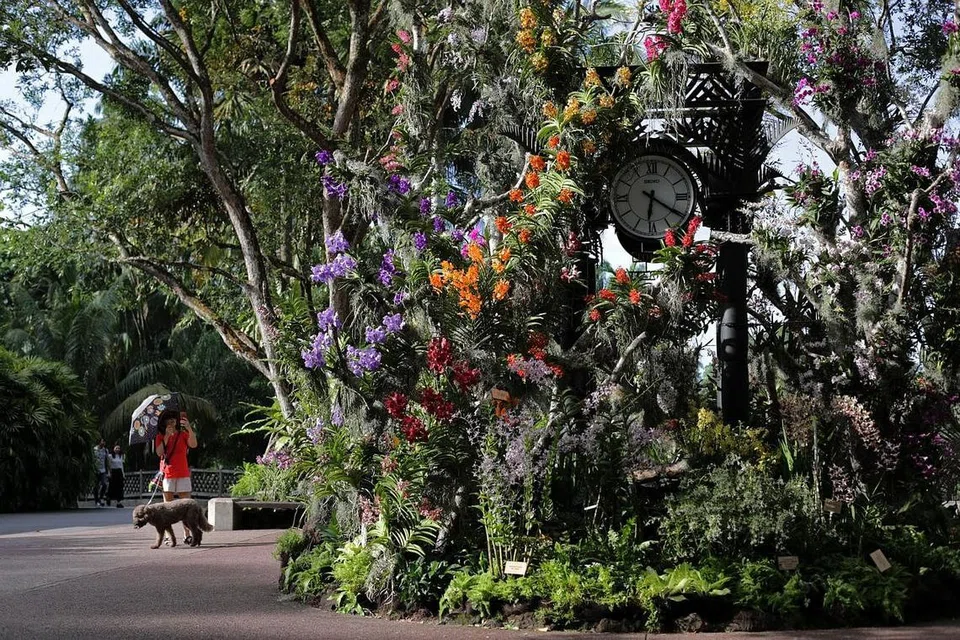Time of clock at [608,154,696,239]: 6:20
